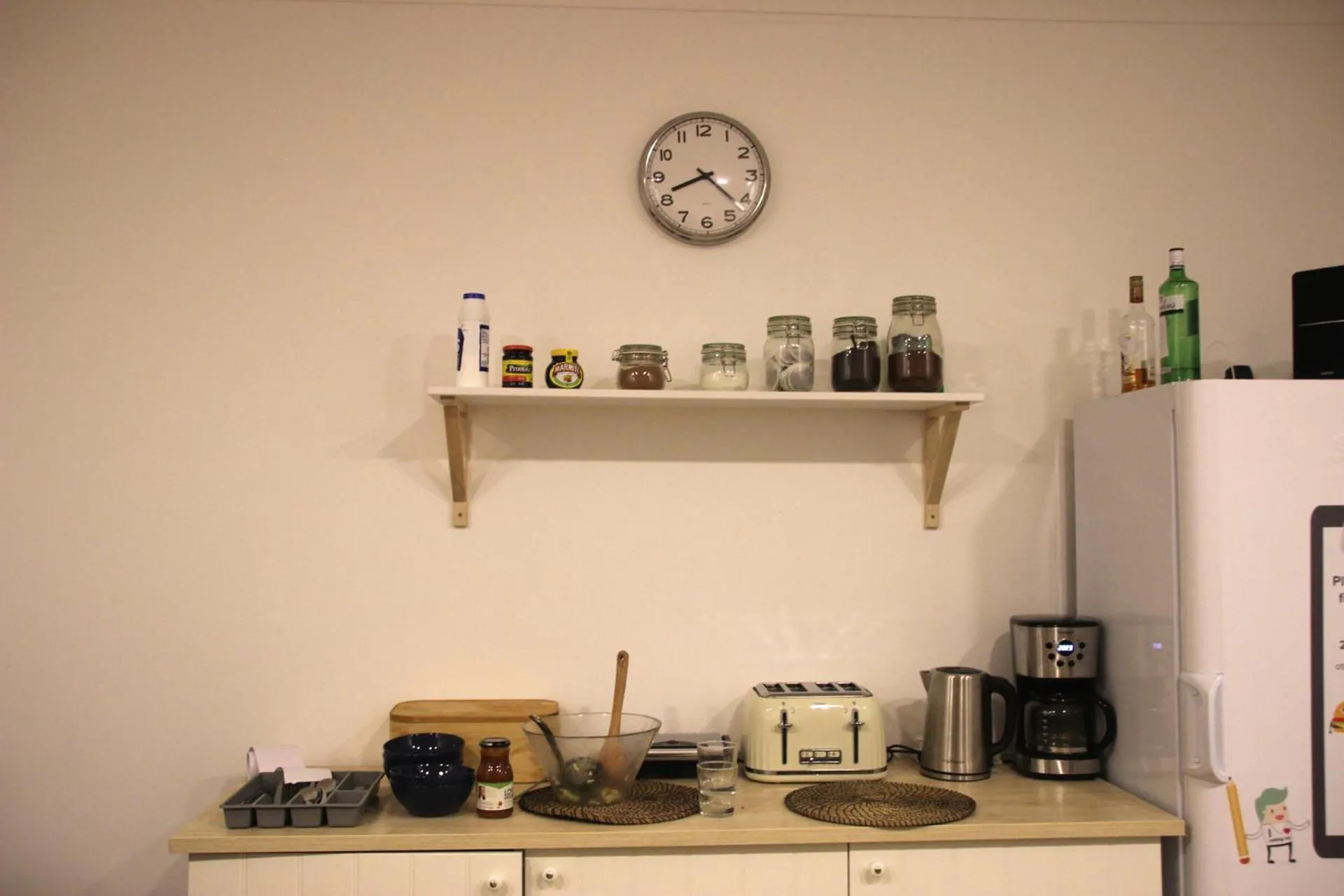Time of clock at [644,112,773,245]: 8:21
